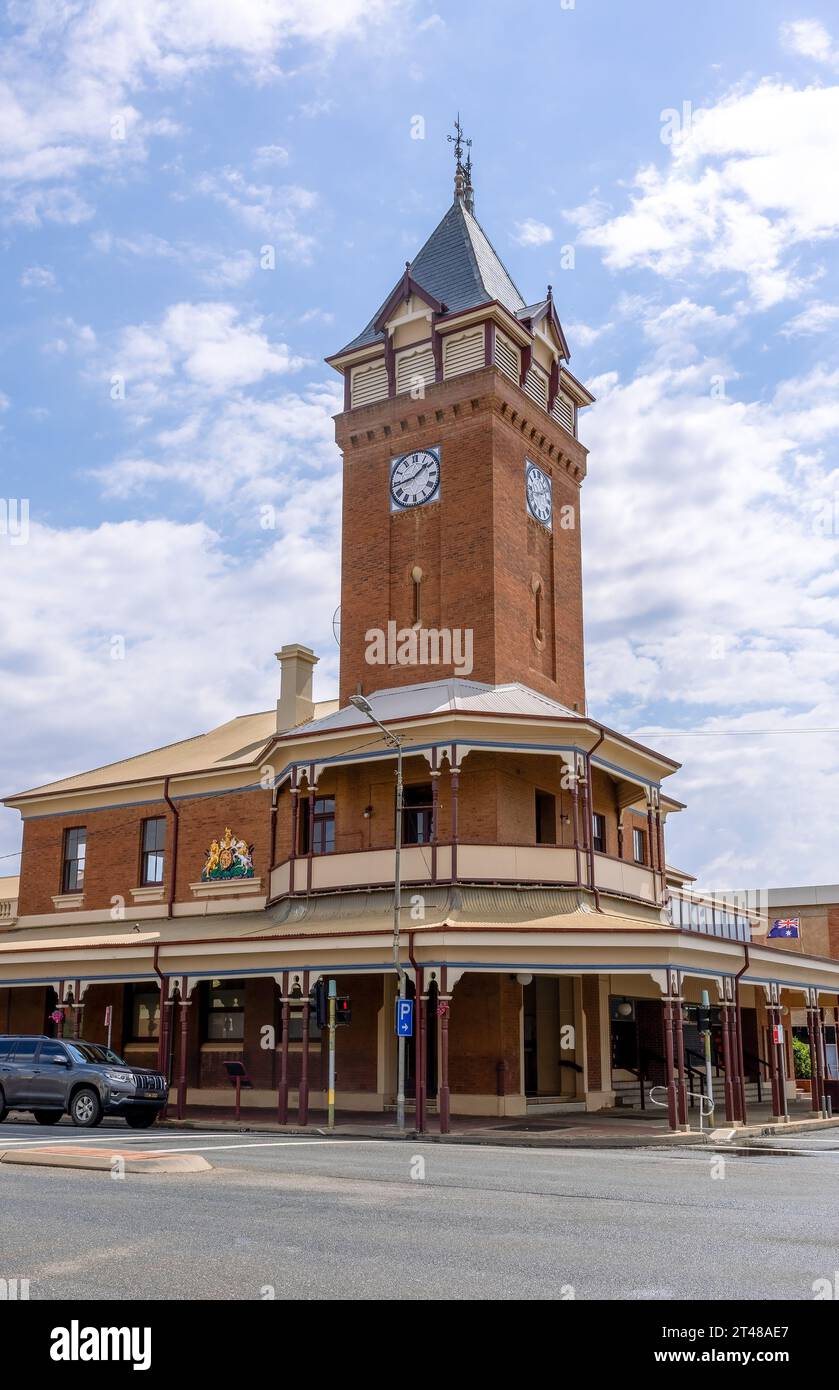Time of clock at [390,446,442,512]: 1:43
